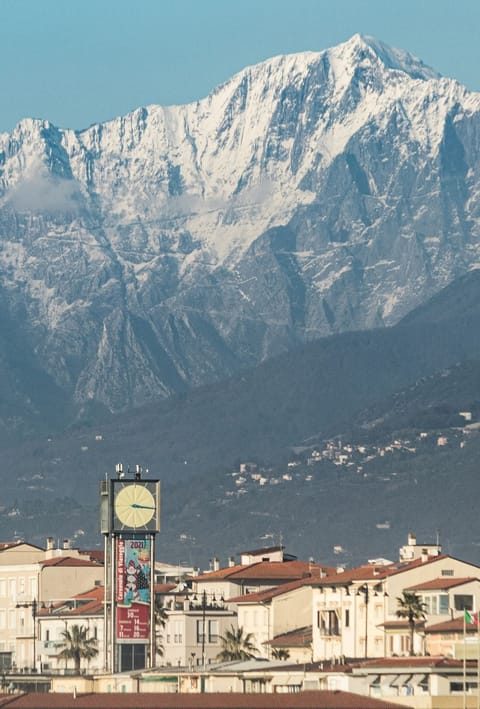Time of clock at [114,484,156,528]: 3:16
